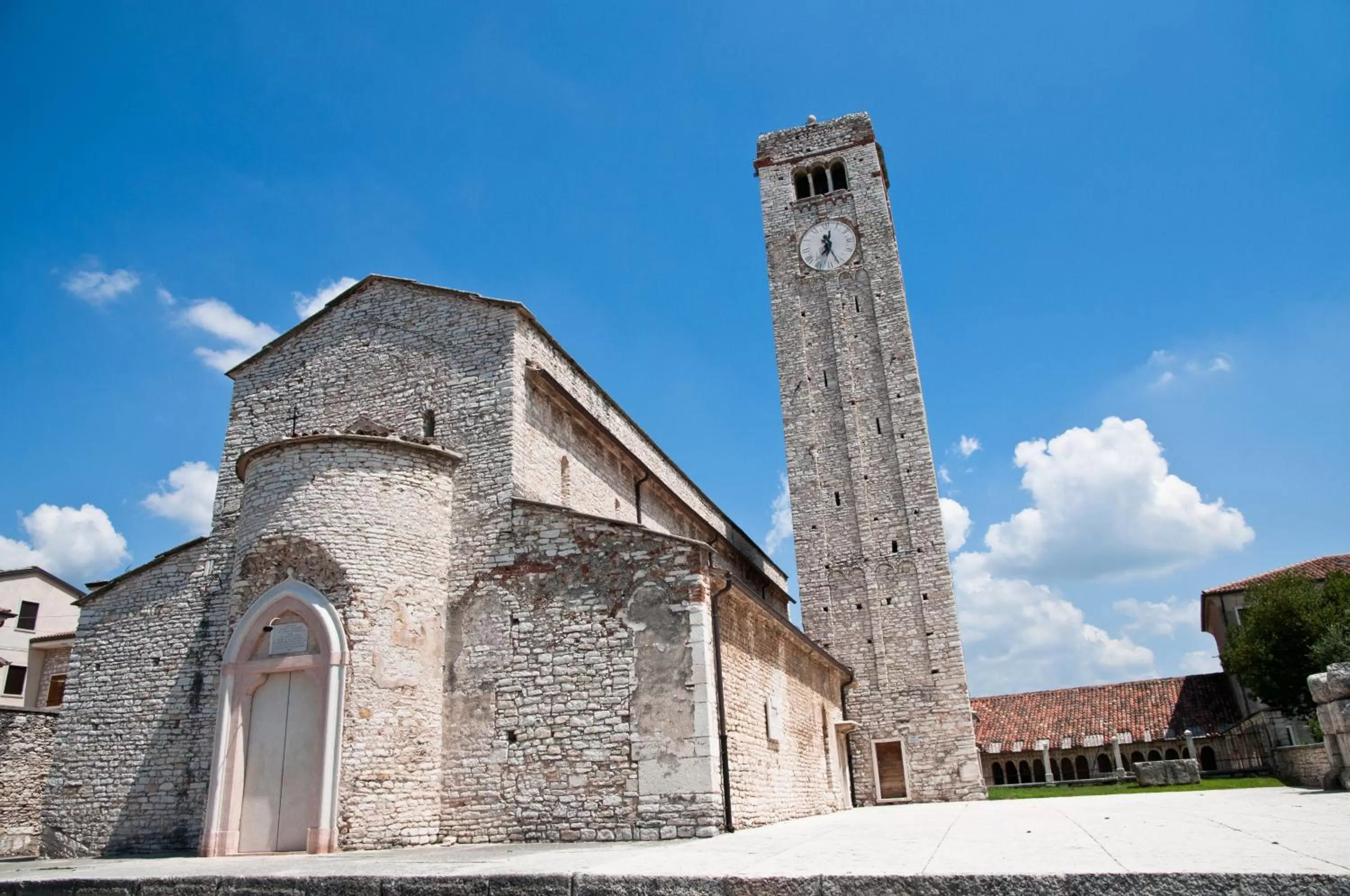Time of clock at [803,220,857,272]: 12:26
